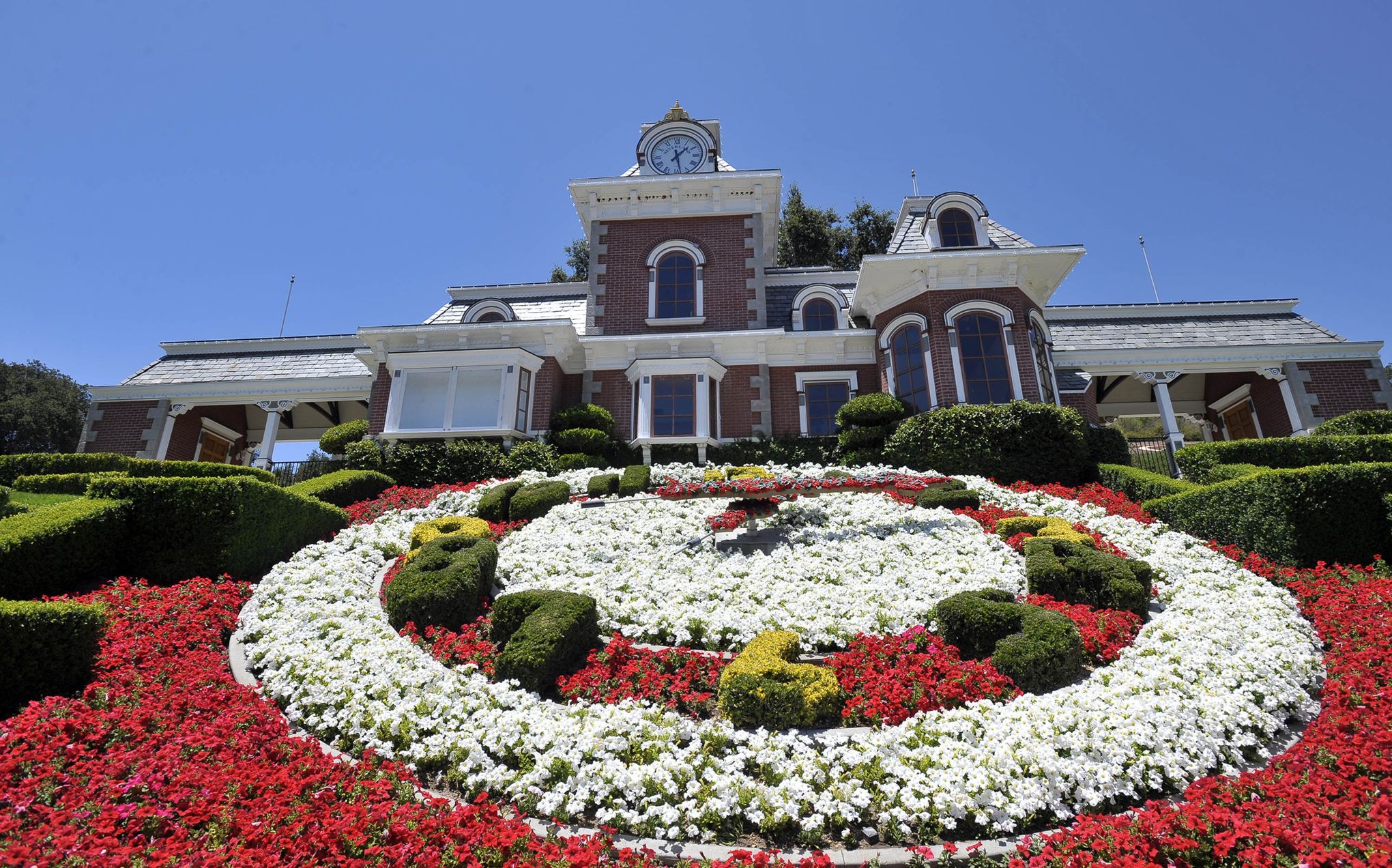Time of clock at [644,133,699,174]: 1:28
